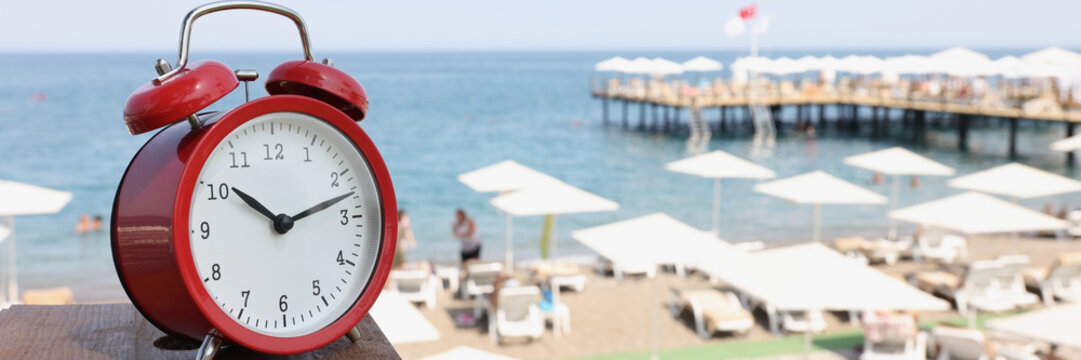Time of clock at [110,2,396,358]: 10:12
